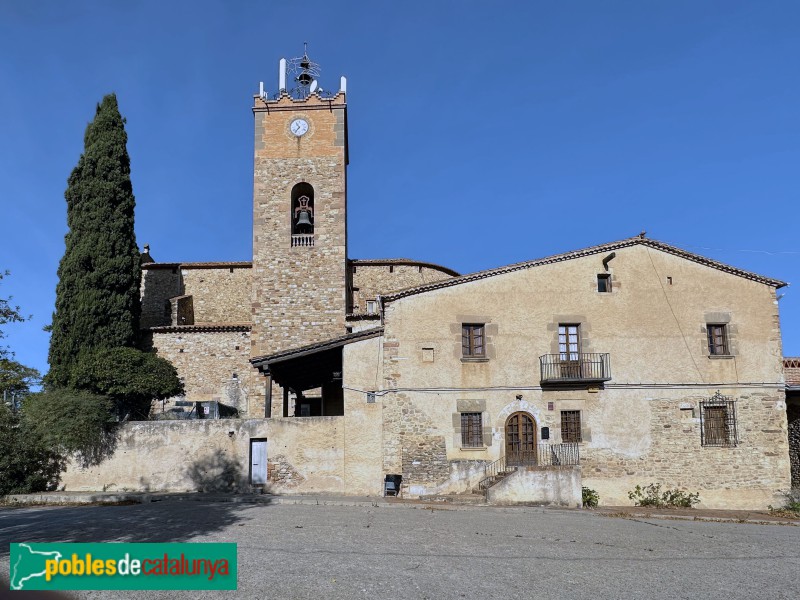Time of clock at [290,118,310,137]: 10:36
